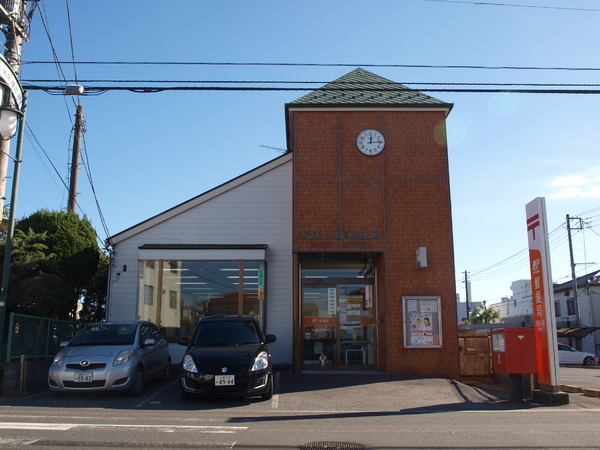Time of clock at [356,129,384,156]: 12:14
